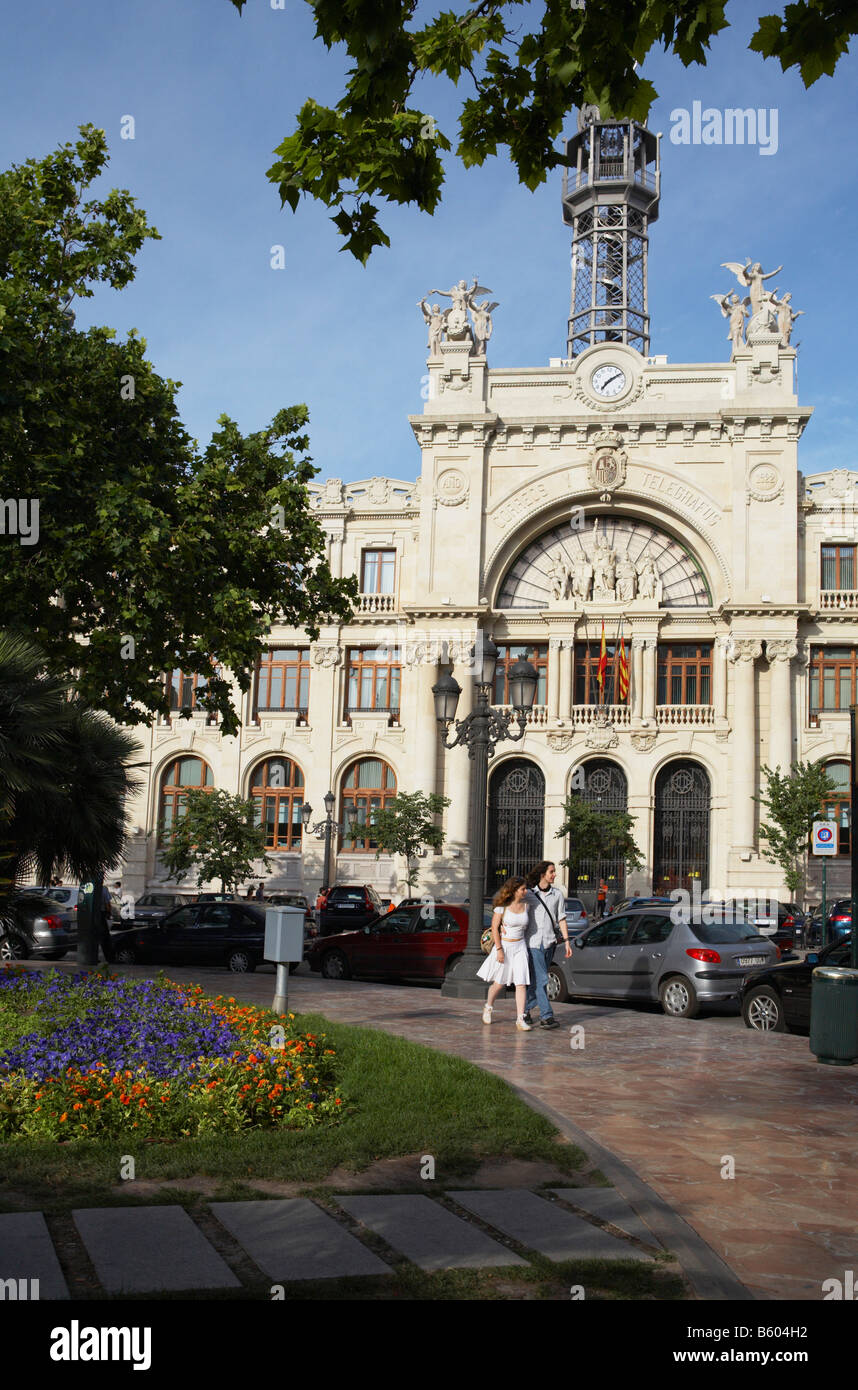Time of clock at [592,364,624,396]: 7:09
